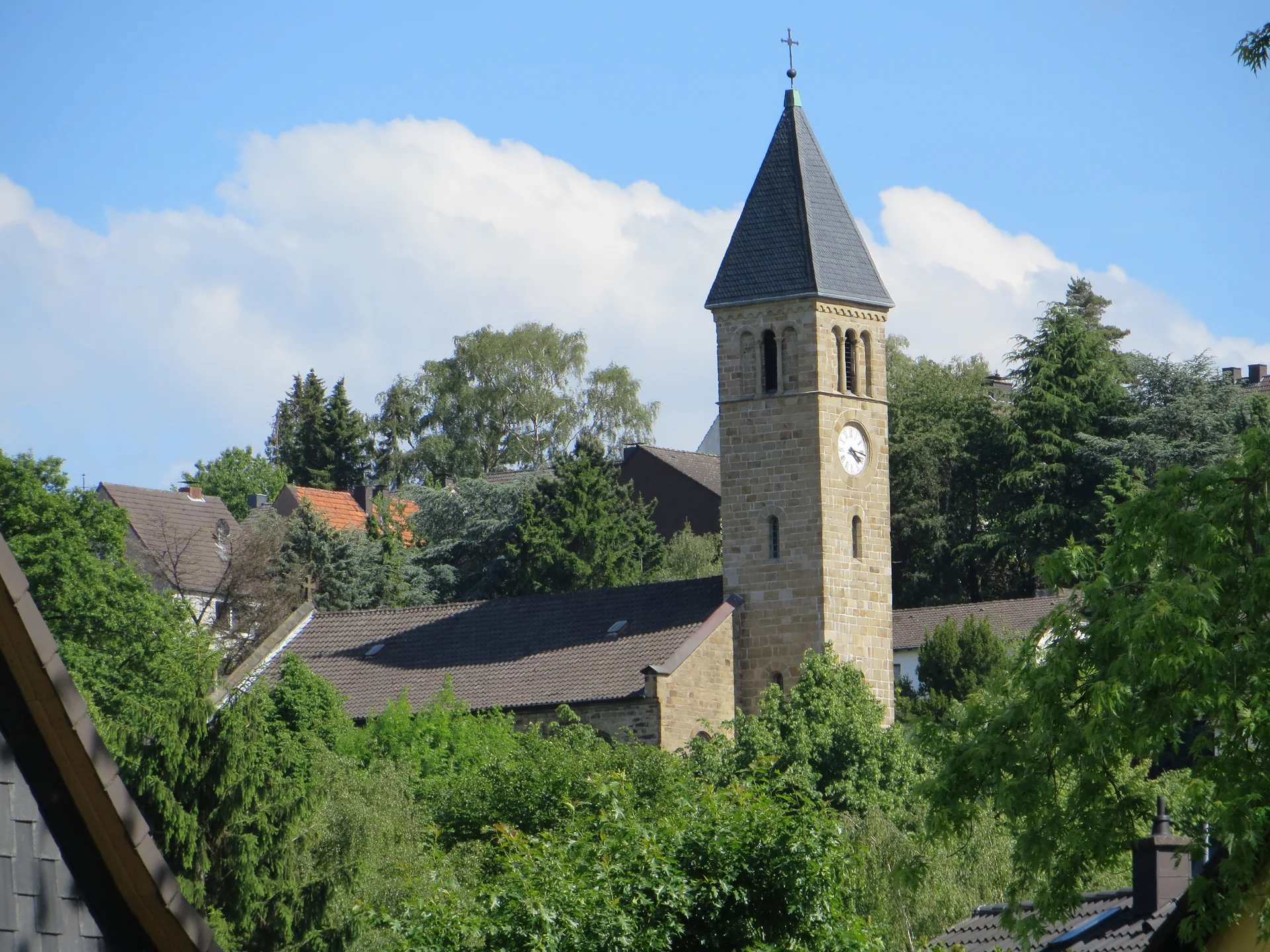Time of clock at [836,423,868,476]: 4:16
